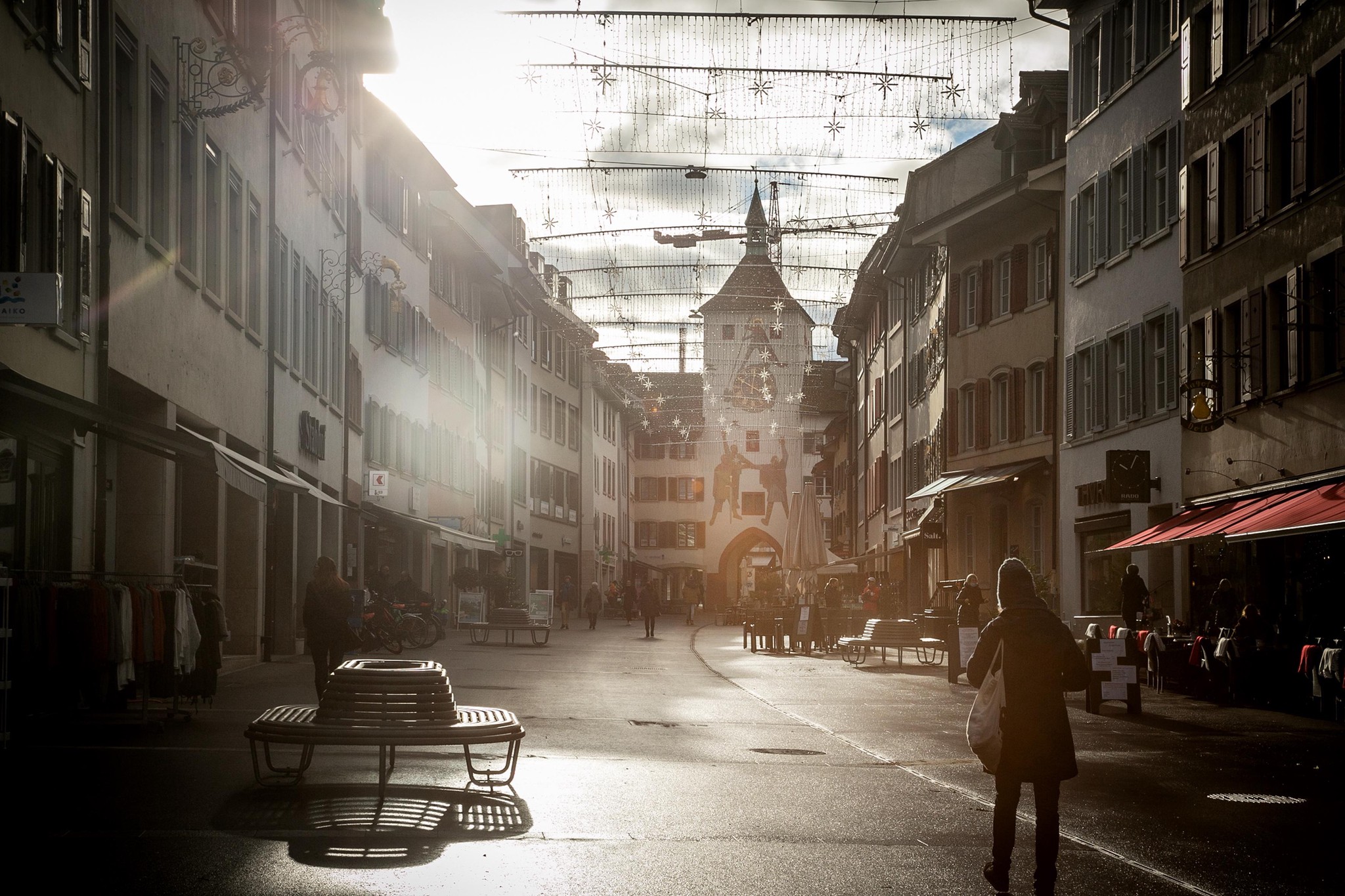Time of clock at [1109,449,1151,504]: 10:04
